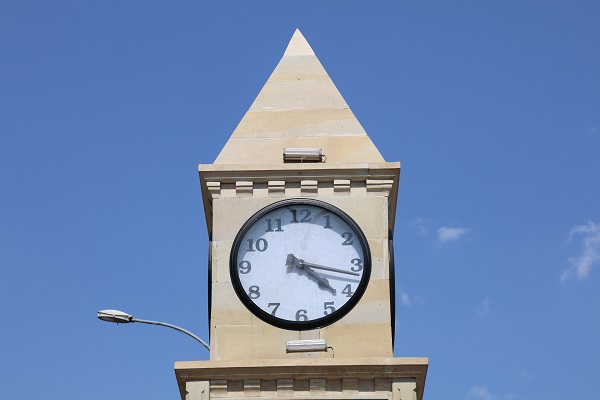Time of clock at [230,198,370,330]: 4:16
